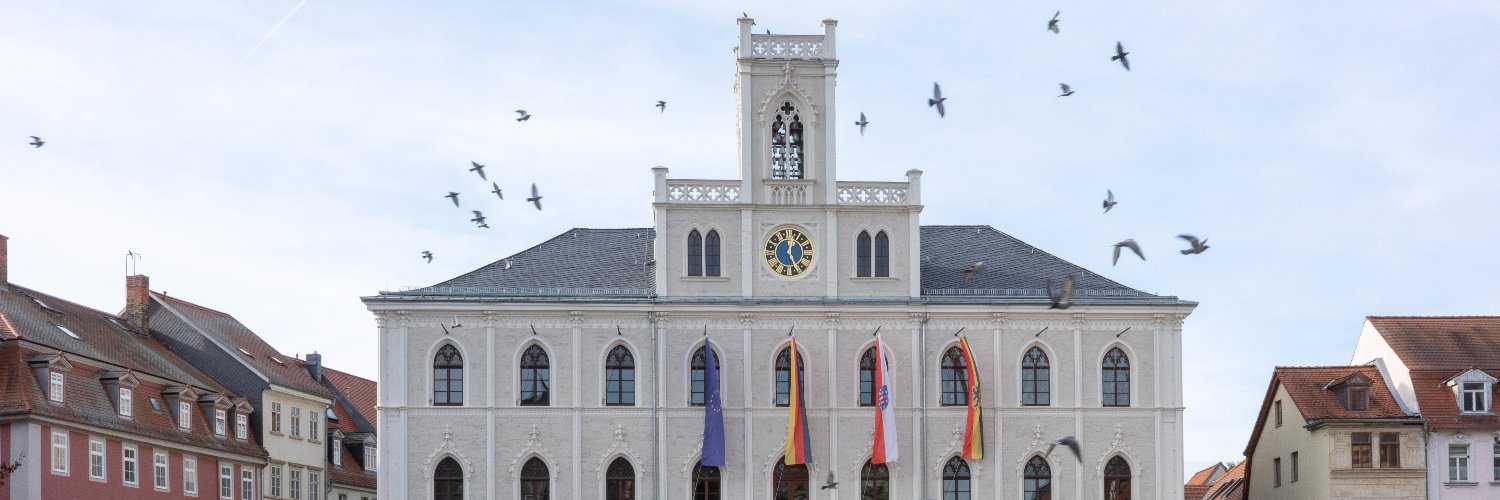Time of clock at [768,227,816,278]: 12:24
